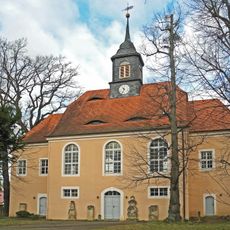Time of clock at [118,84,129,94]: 10:34
